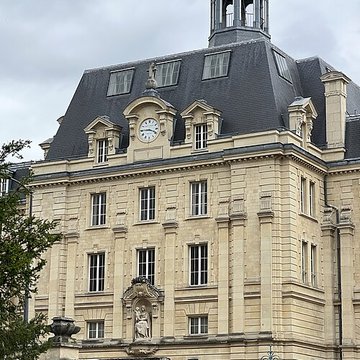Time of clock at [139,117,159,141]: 3:45
